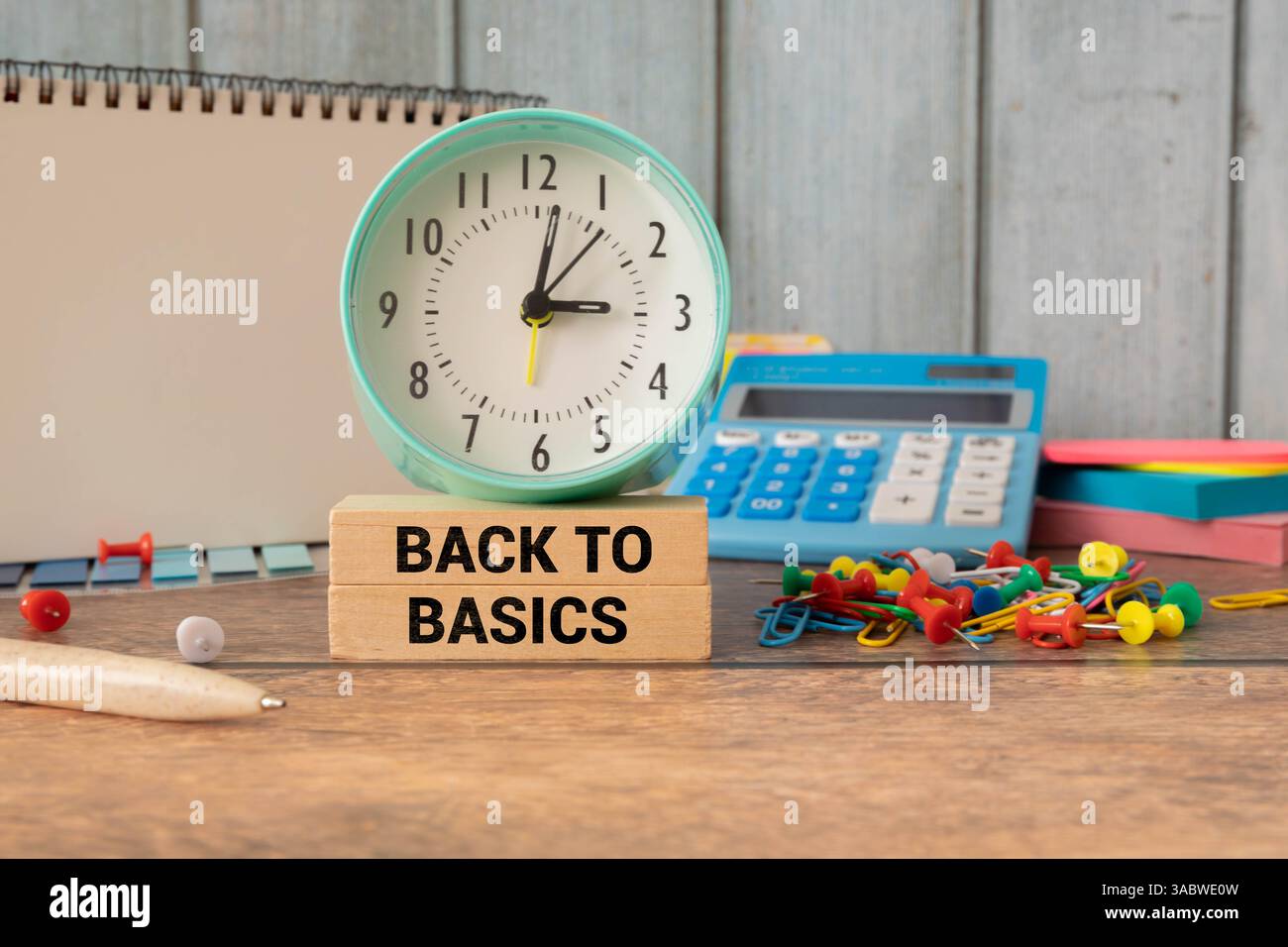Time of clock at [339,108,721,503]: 3:01
